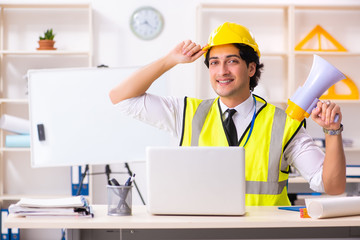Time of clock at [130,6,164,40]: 8:22
